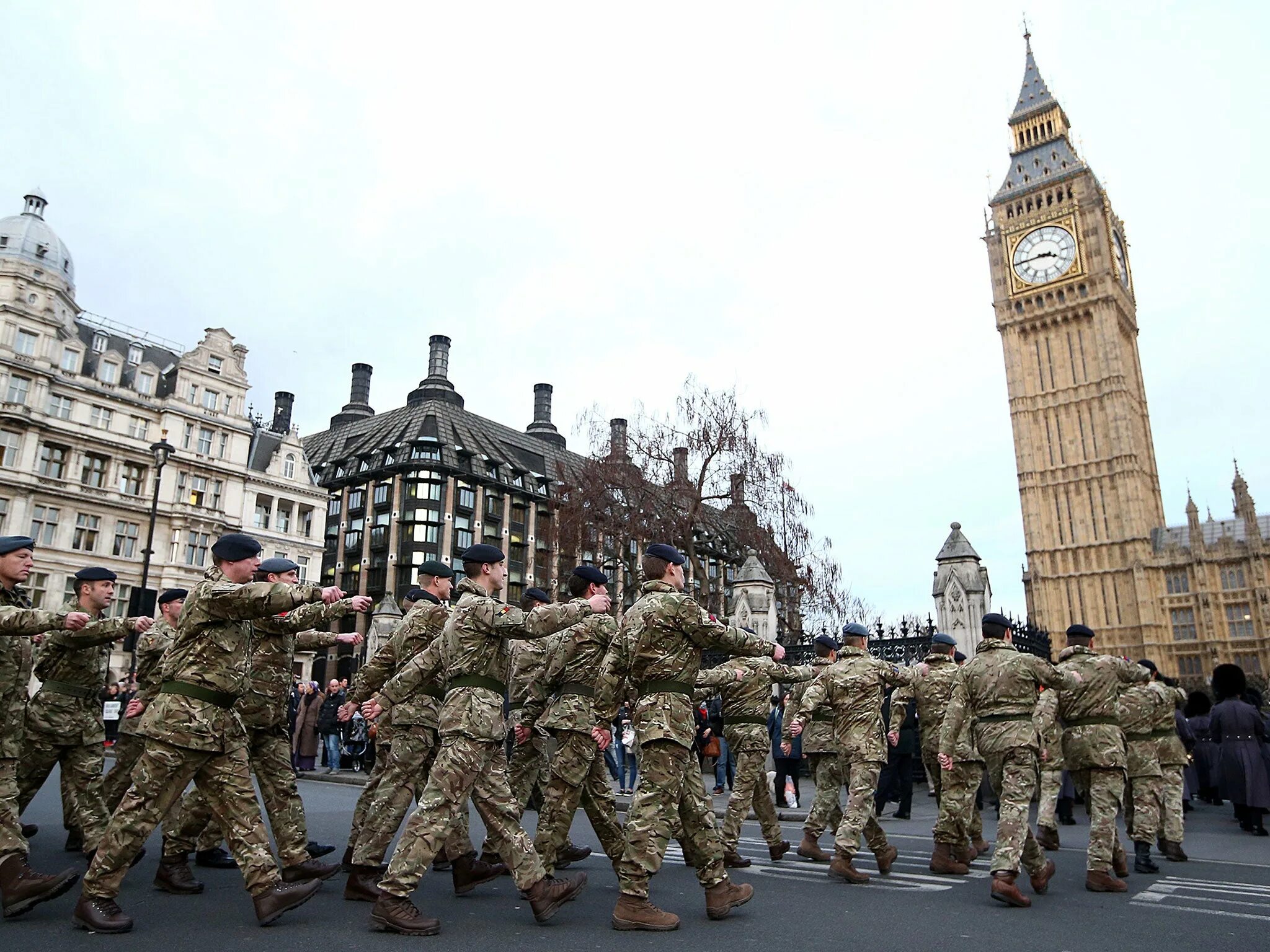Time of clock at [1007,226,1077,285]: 3:44
